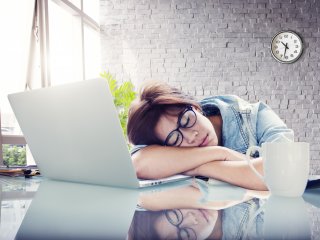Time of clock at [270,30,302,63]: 10:32
